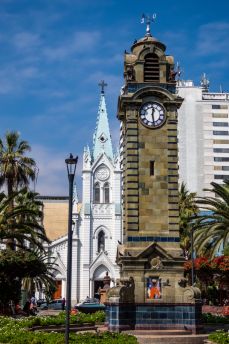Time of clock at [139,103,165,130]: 12:28
